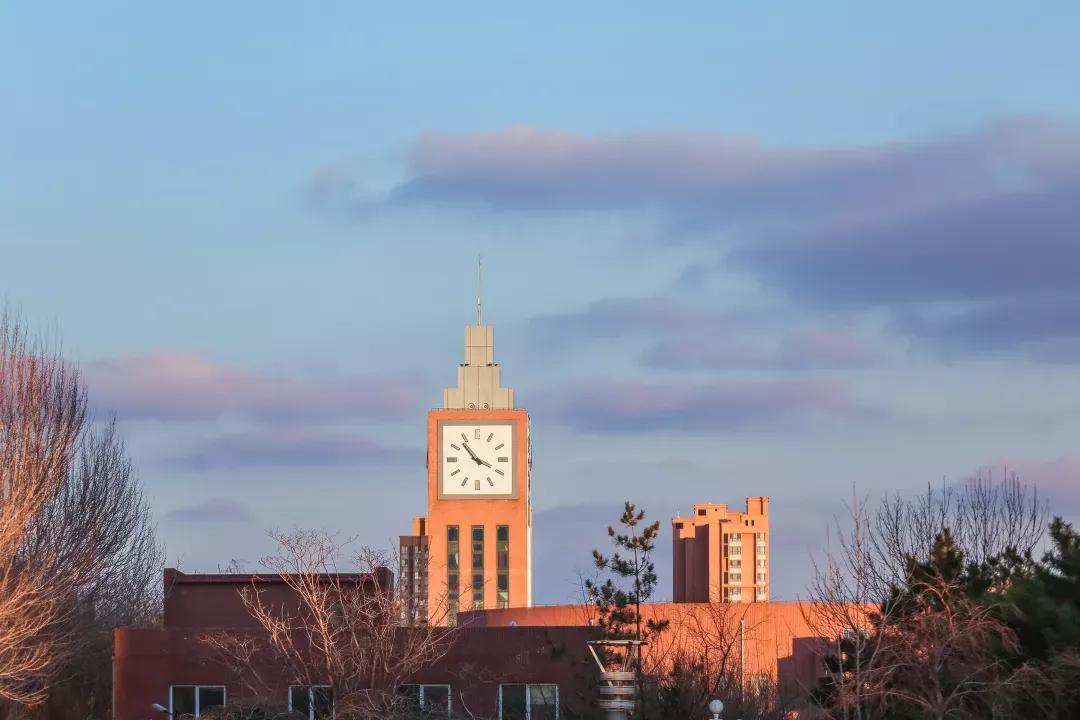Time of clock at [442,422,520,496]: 3:53
